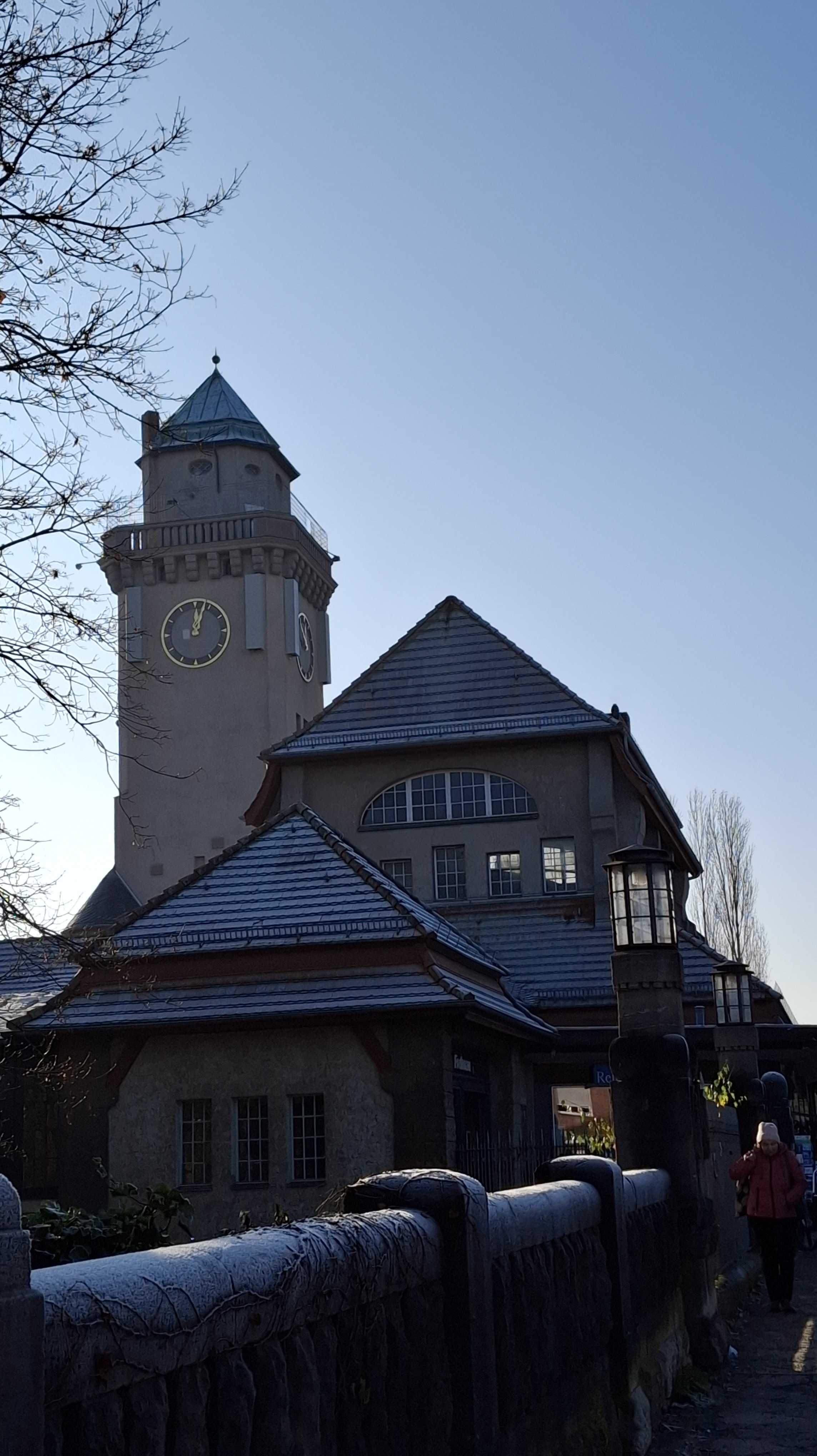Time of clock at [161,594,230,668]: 12:03
